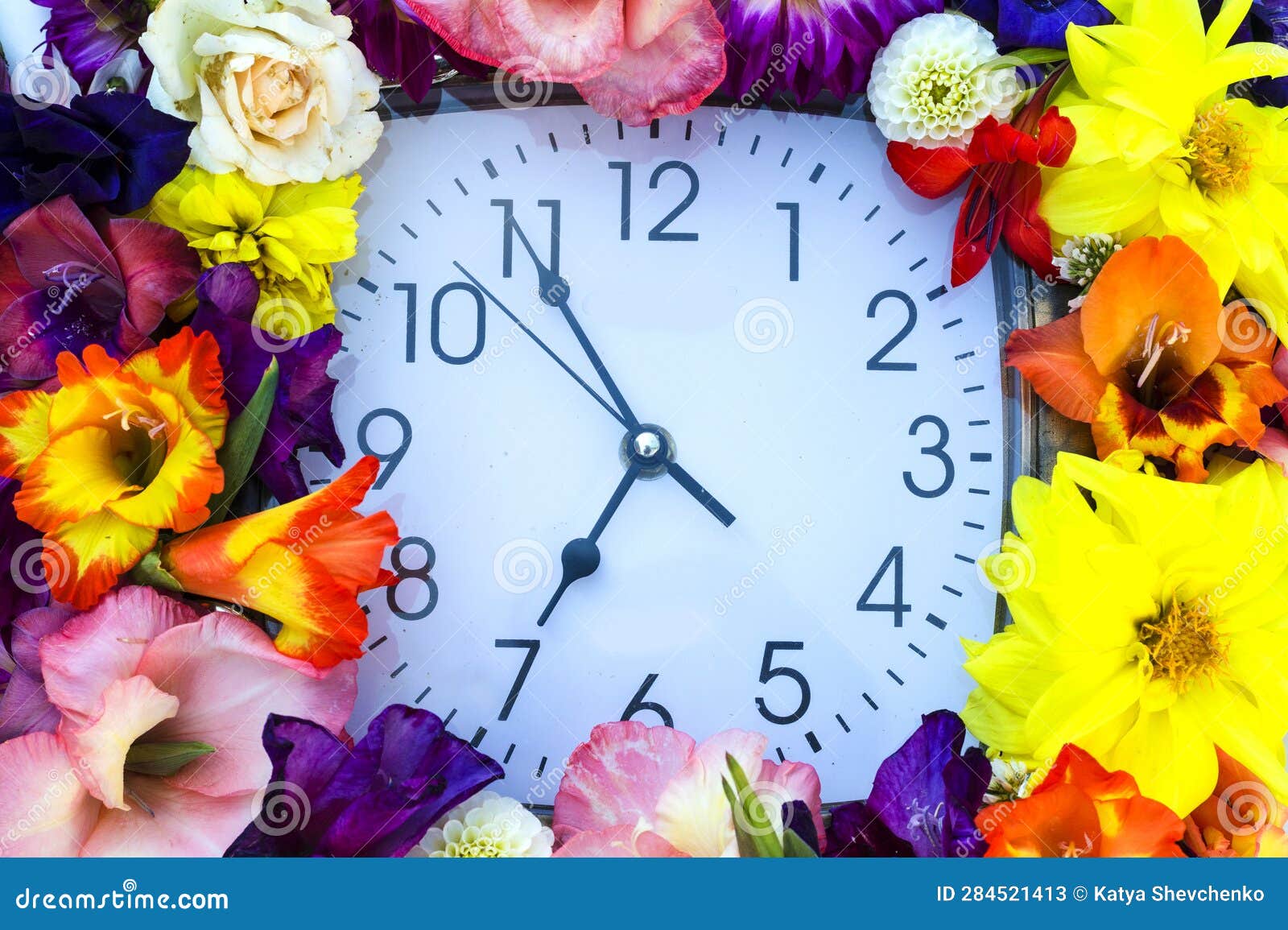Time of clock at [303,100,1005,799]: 6:54
